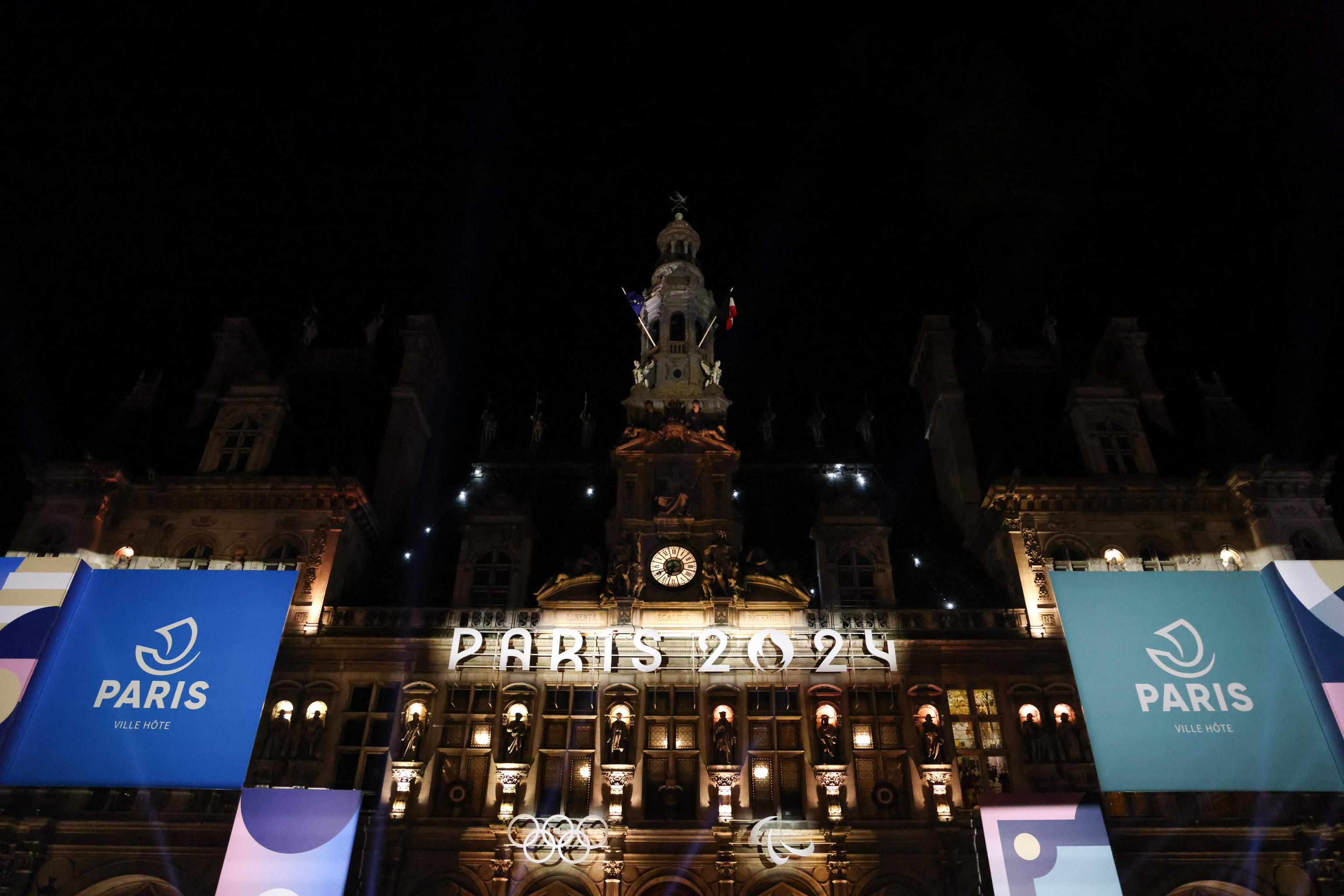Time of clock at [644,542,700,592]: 6:32
